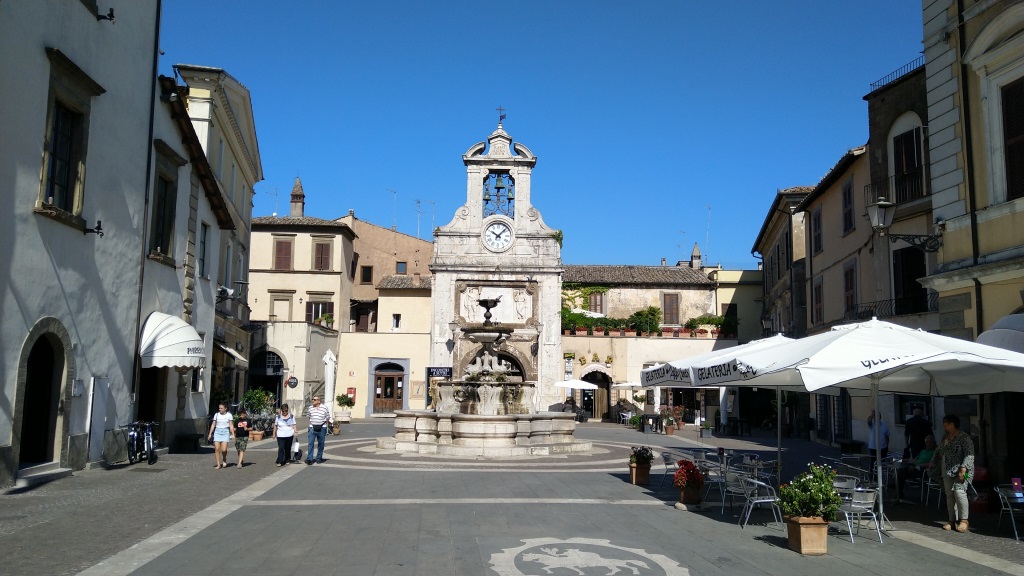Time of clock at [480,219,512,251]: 10:07
